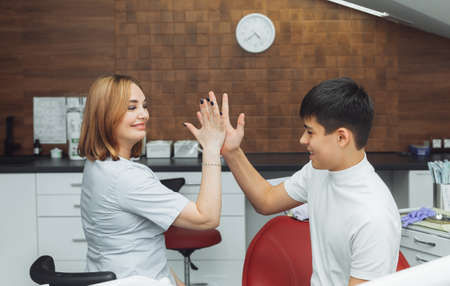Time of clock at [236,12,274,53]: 4:38
